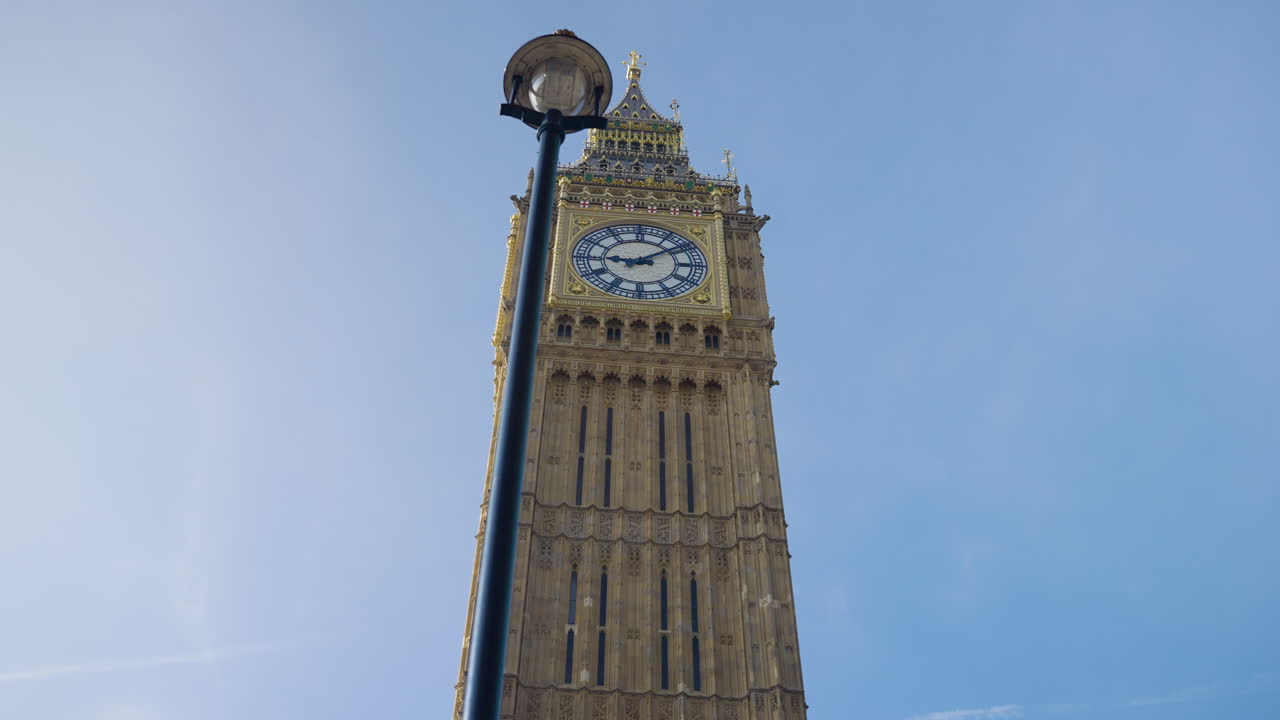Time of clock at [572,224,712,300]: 9:09
